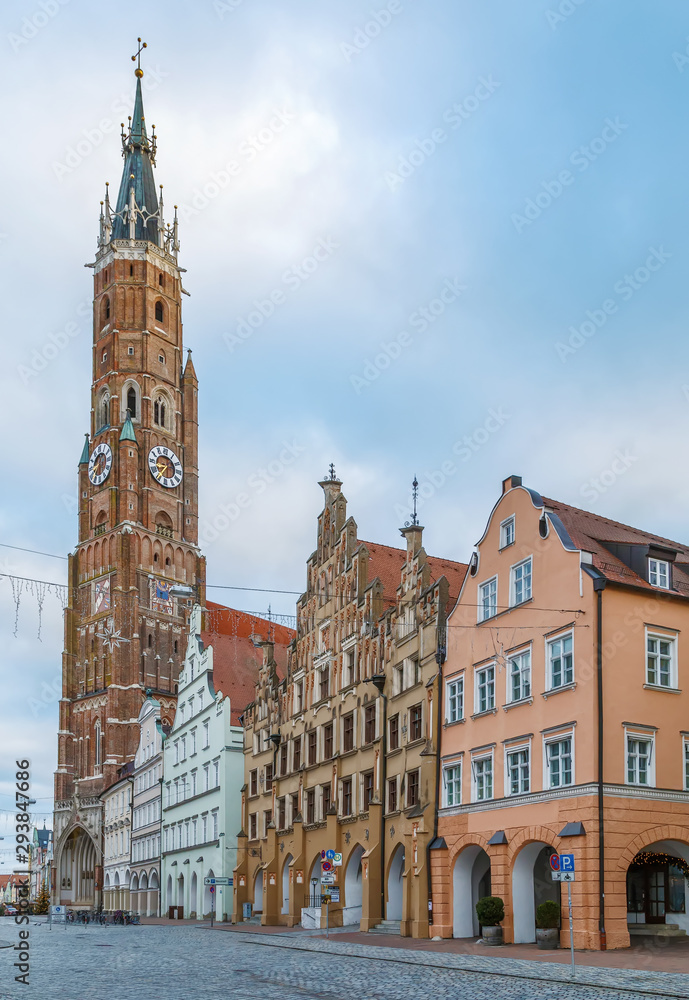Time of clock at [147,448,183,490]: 8:36
